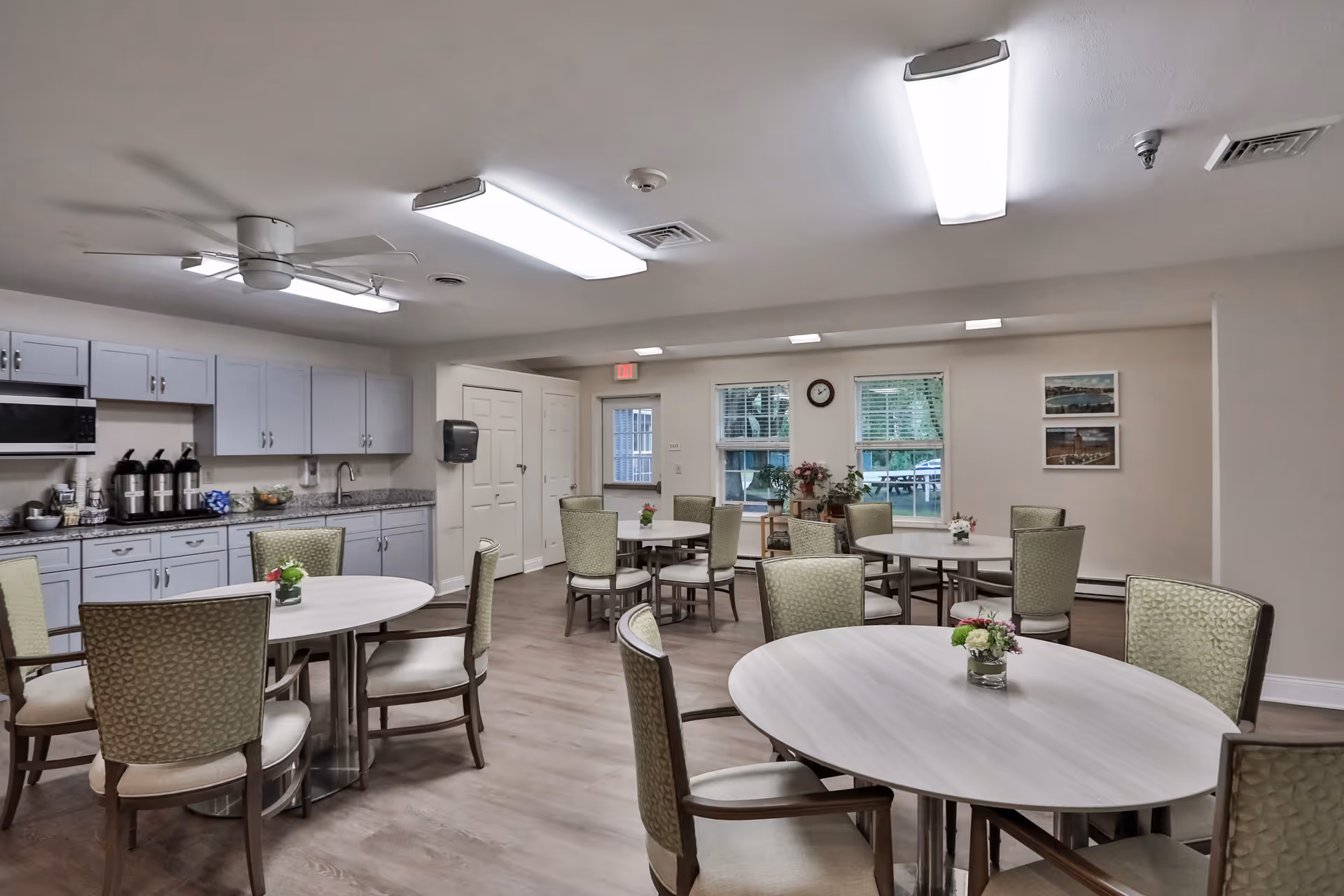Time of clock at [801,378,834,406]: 11:09
